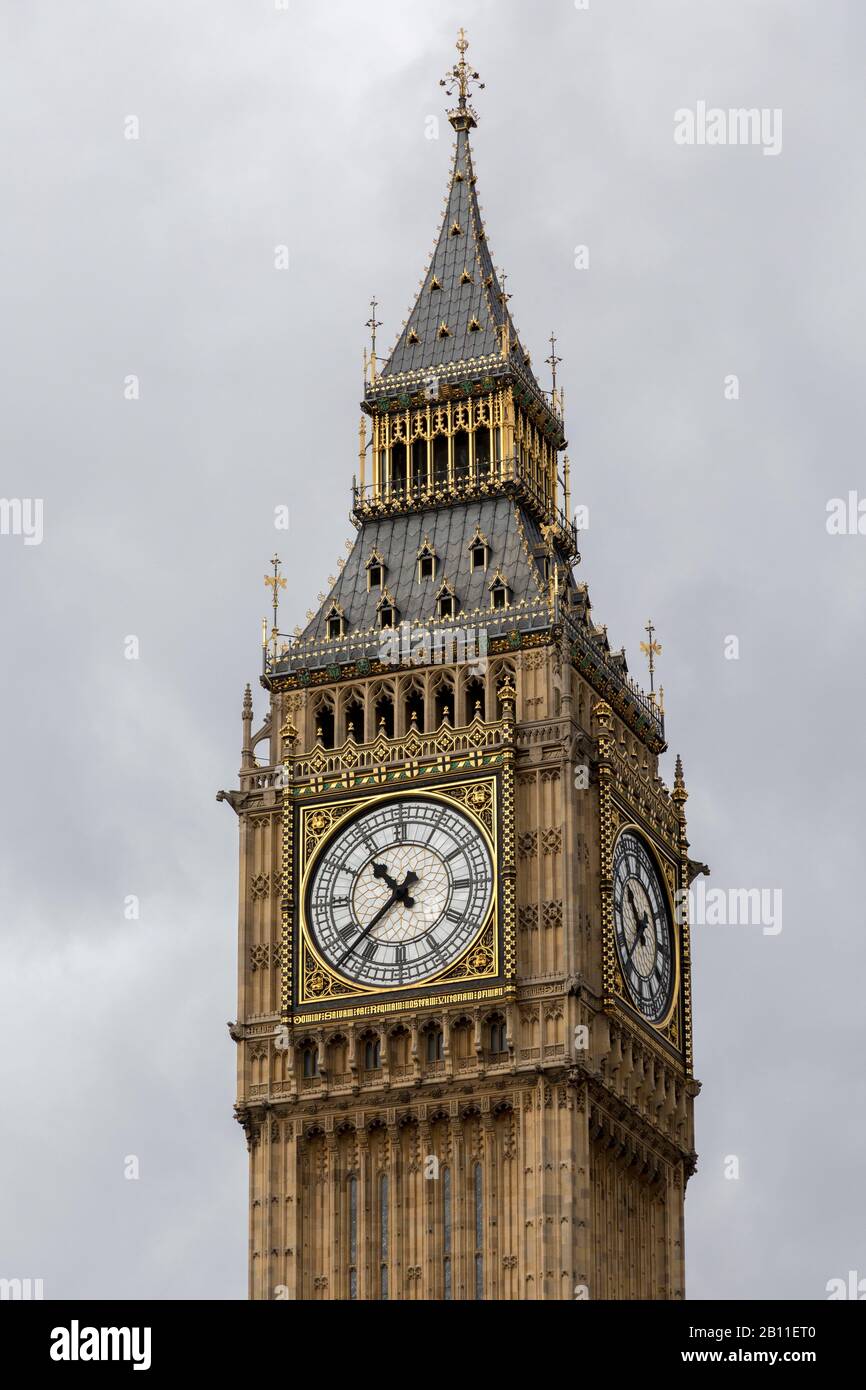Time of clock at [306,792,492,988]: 10:37
